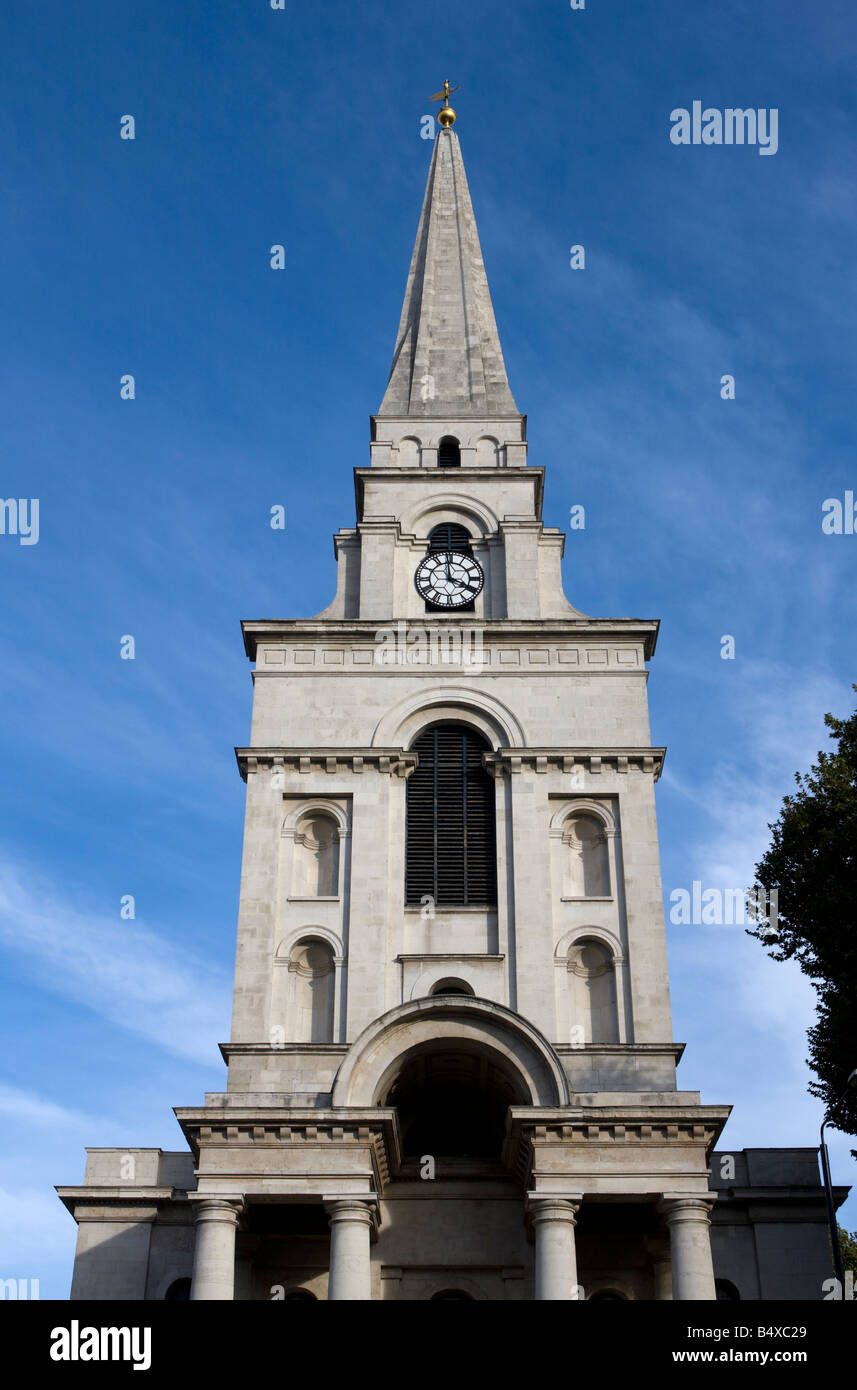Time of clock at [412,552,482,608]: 3:59
